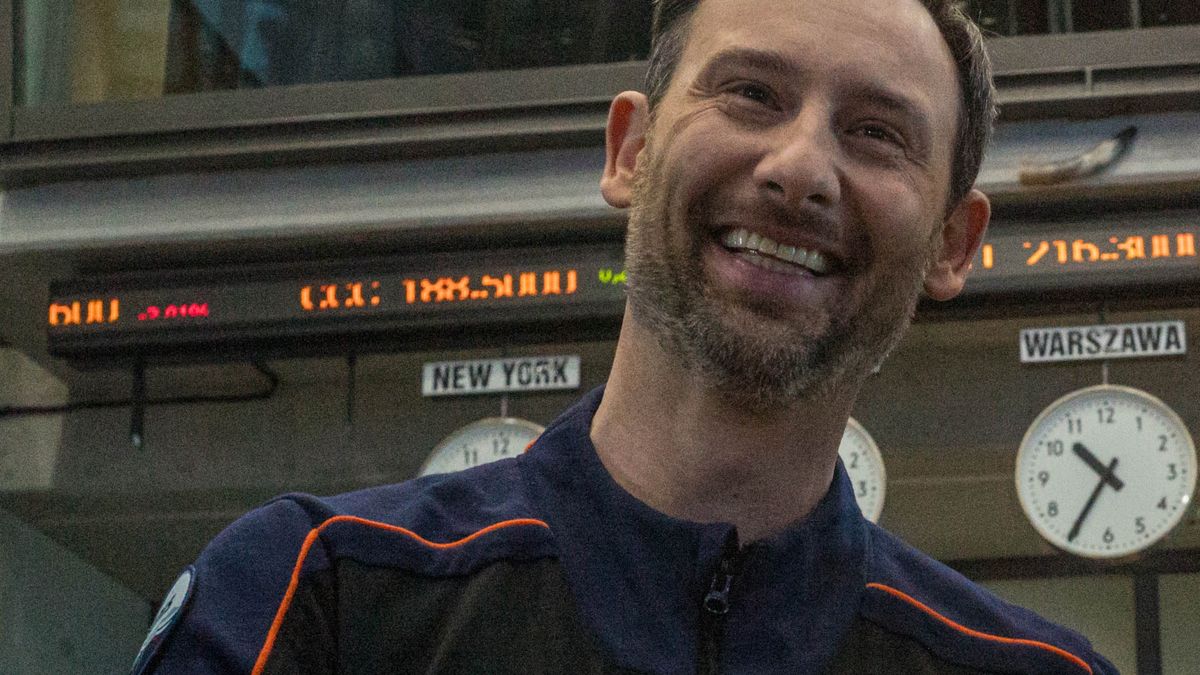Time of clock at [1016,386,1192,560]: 10:35
